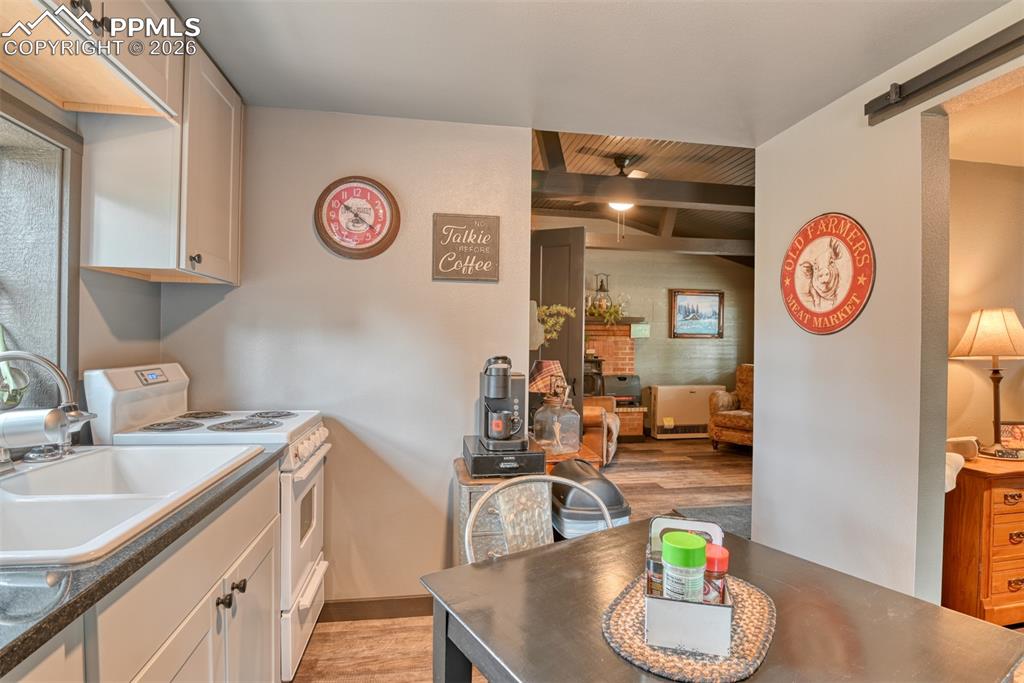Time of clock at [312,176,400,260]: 10:21
